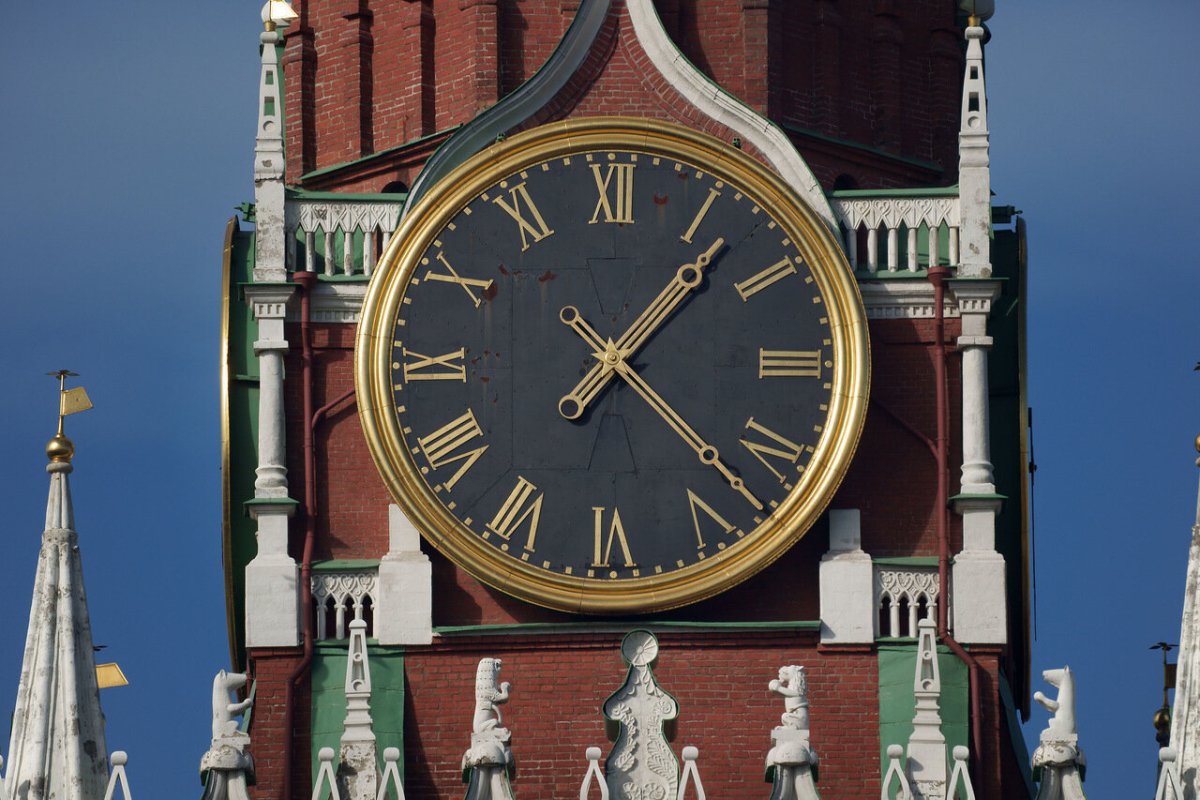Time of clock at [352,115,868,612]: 1:22
